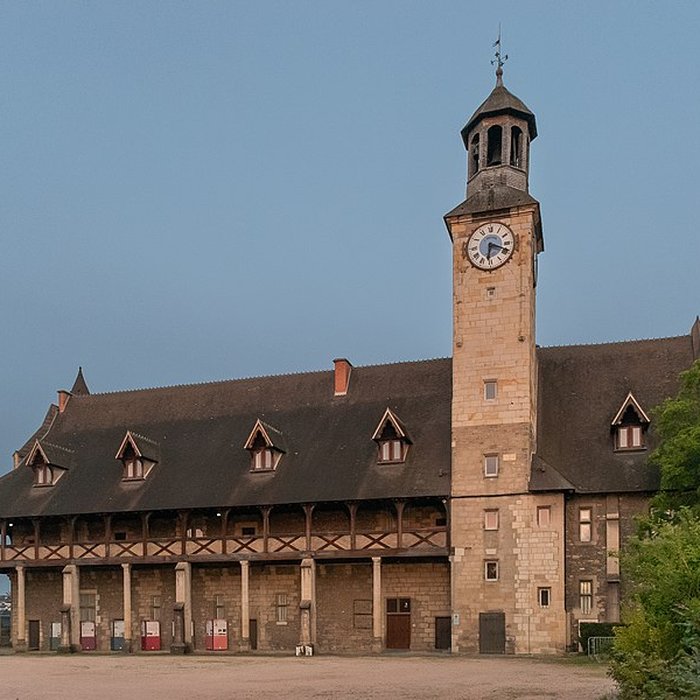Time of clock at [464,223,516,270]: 6:18
